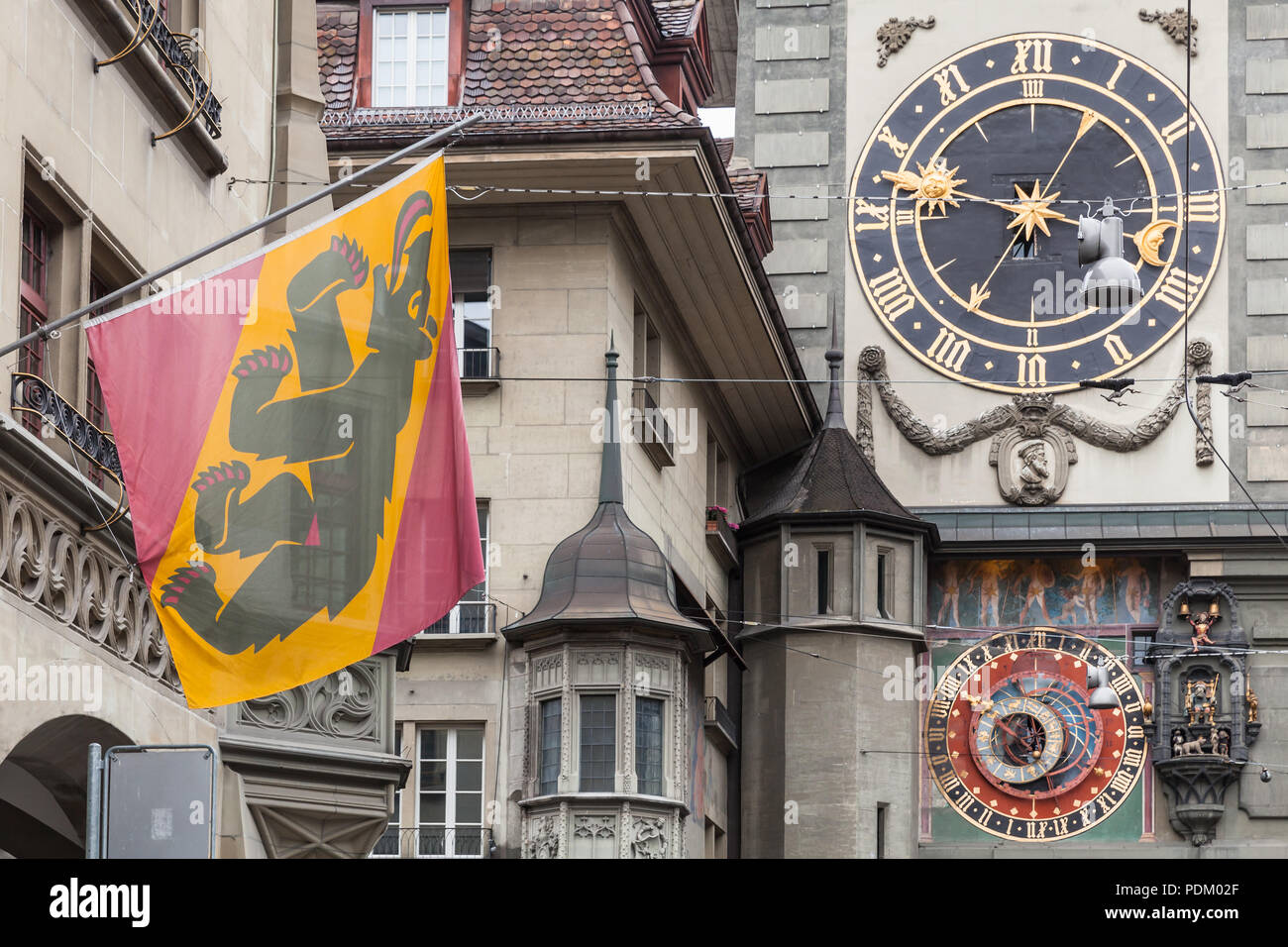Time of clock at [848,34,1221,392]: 6:47
